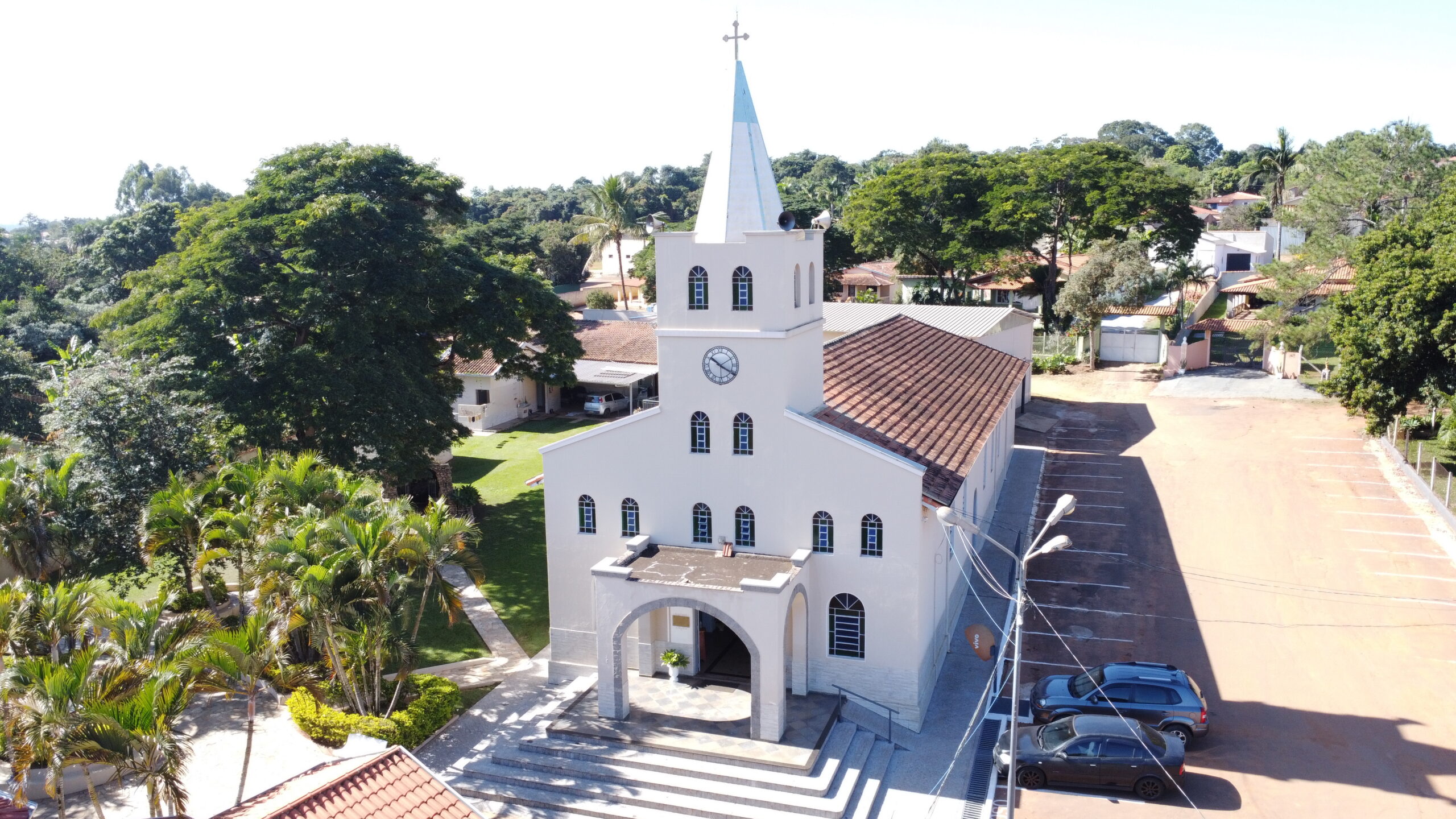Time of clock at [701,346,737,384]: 10:20
